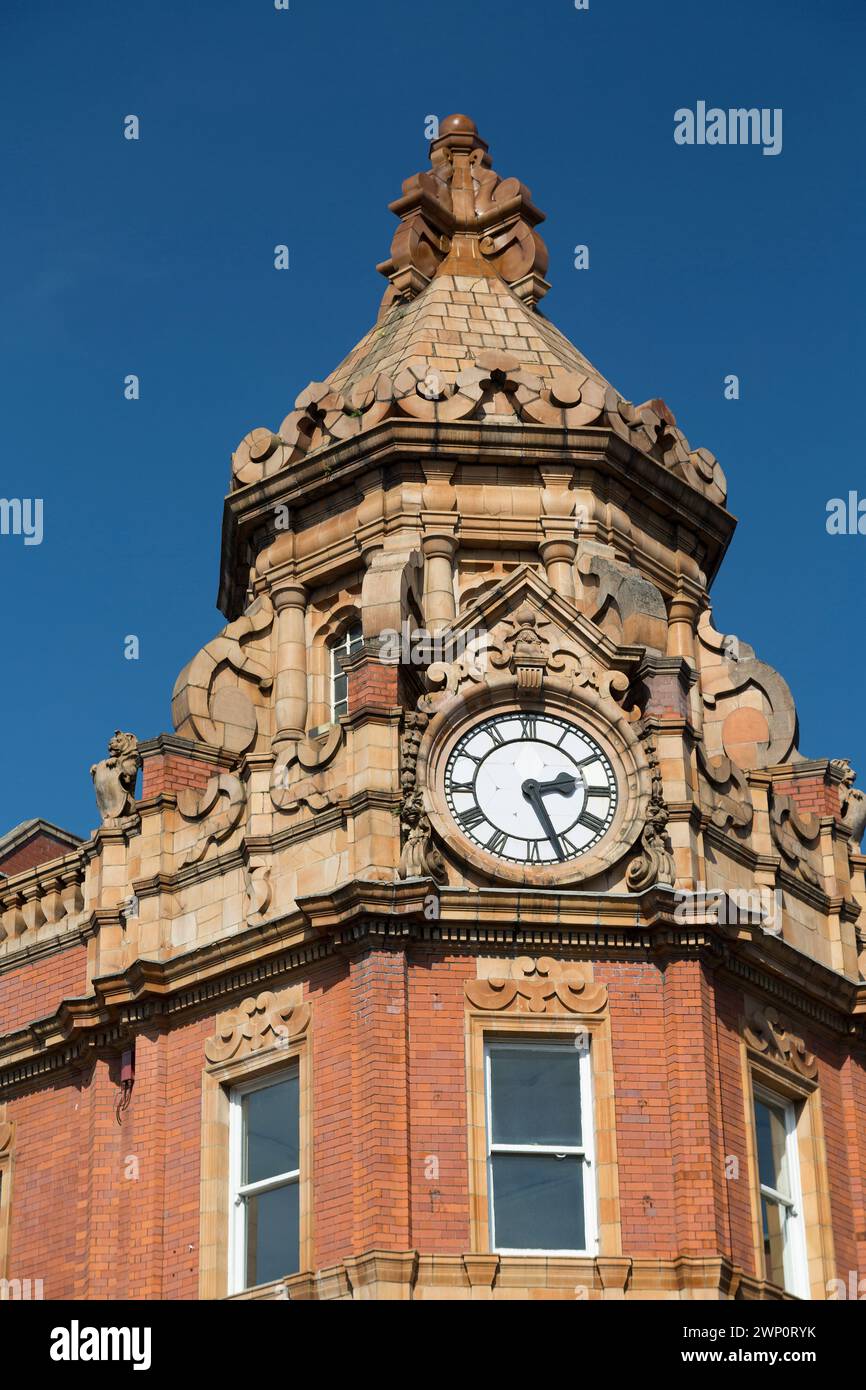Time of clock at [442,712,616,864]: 2:26
